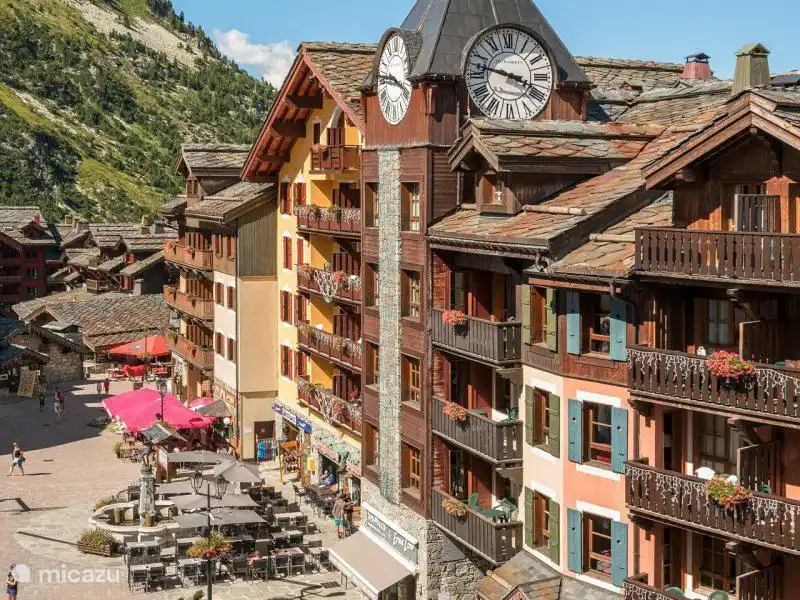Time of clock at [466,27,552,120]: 3:47
